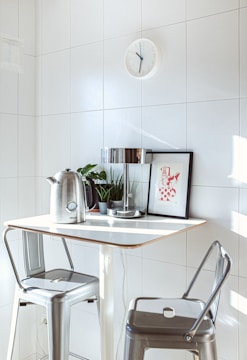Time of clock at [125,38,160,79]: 10:32
